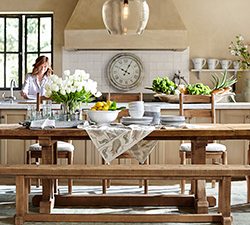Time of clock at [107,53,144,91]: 10:04
